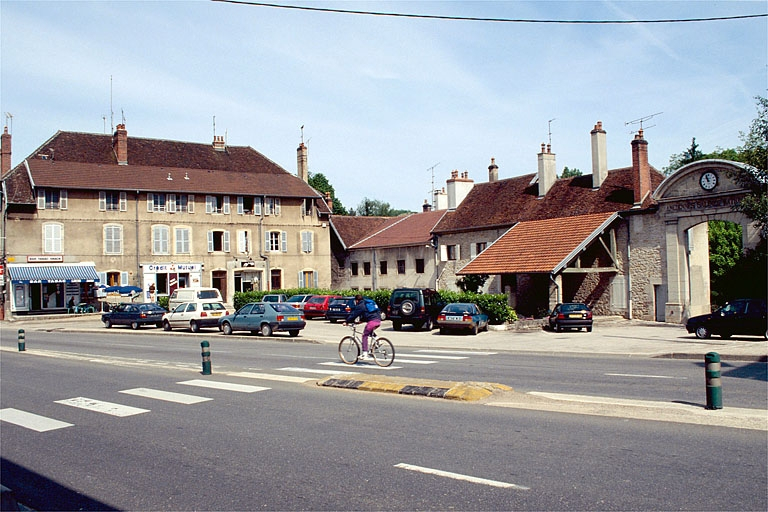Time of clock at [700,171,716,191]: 10:56
